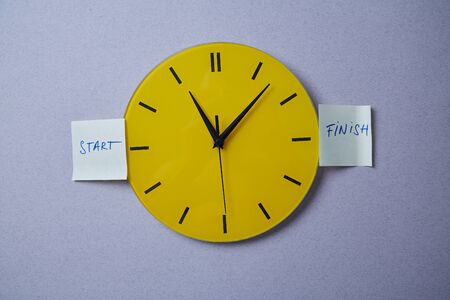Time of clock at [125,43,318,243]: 11:07
